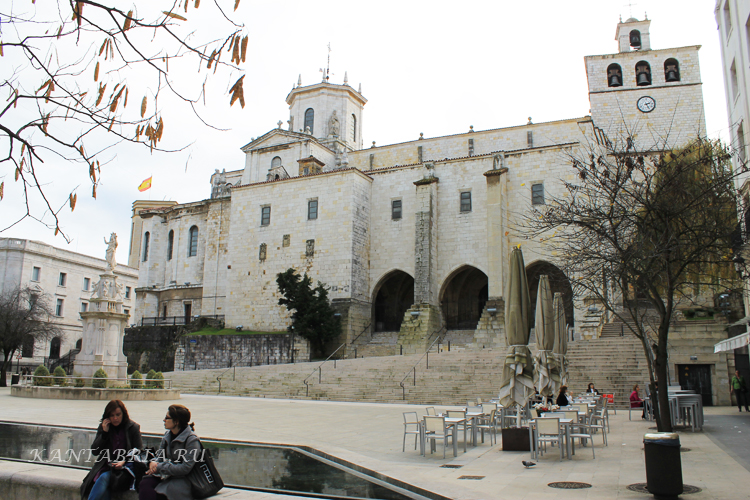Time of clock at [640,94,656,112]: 2:25
